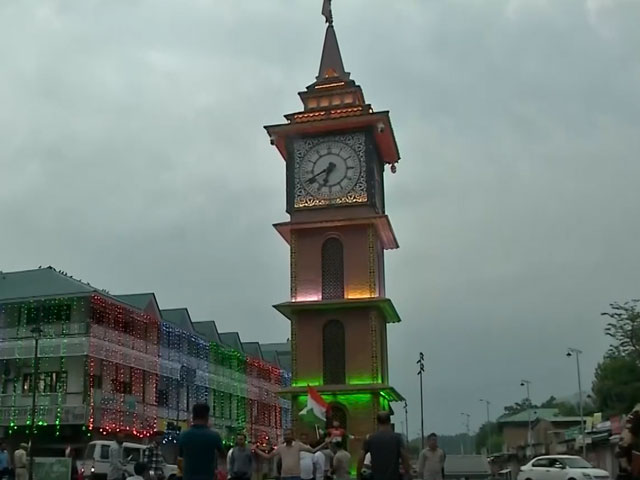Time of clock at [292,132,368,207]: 6:41
